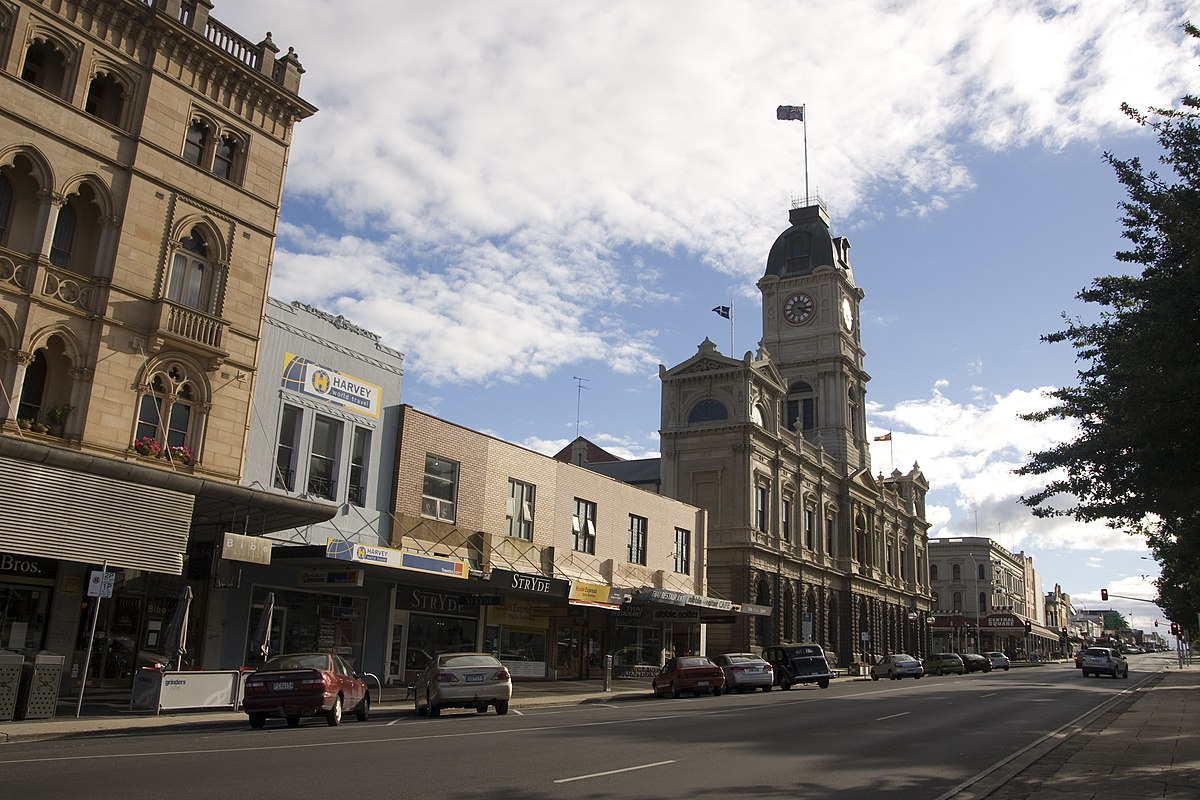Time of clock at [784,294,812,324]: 4:14
